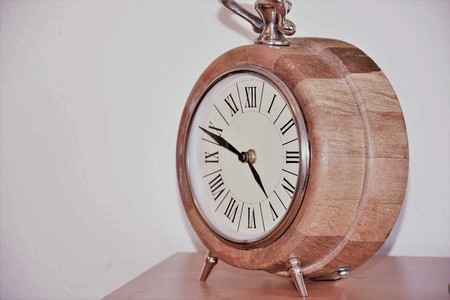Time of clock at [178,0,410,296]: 4:49
